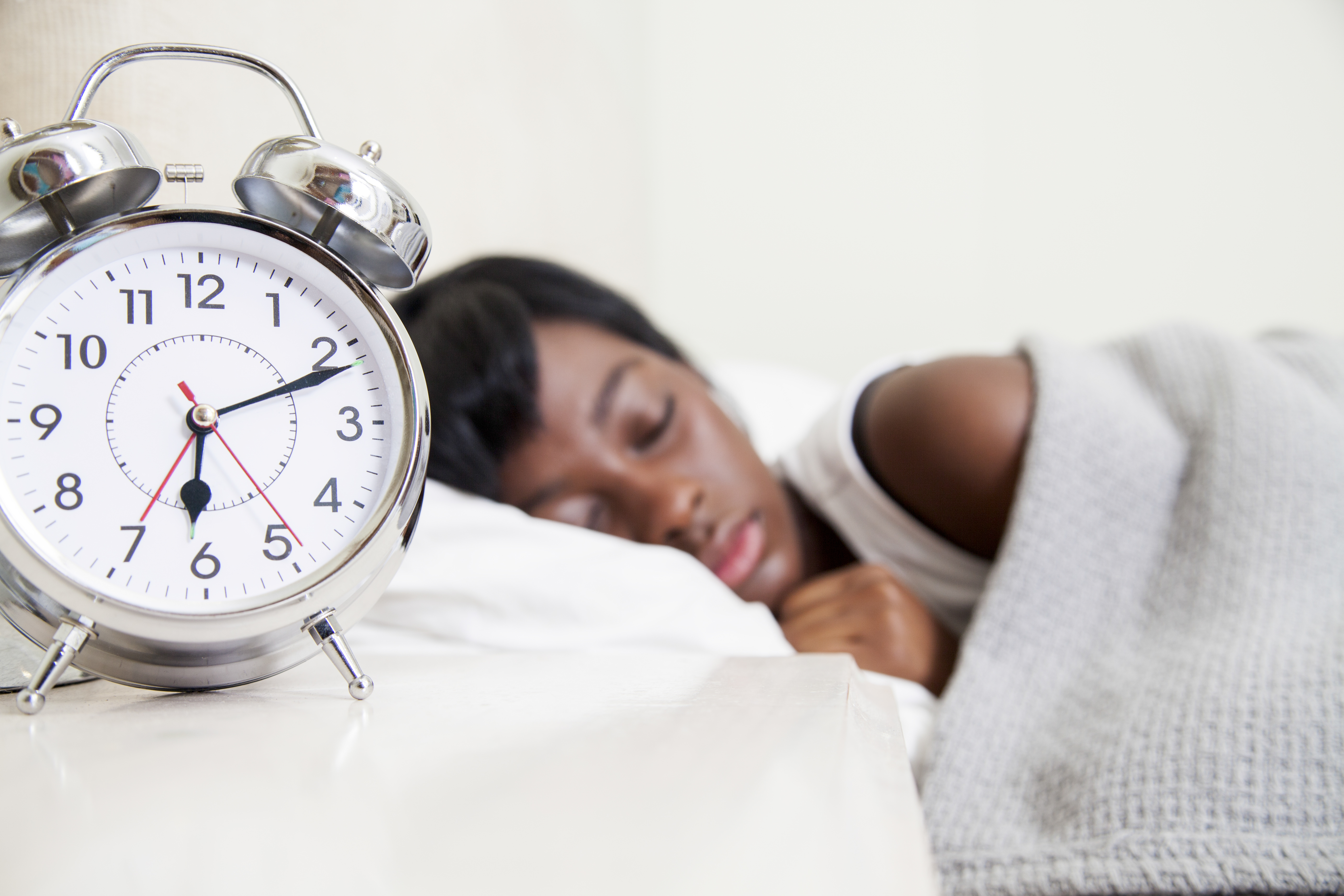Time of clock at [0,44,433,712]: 6:11
